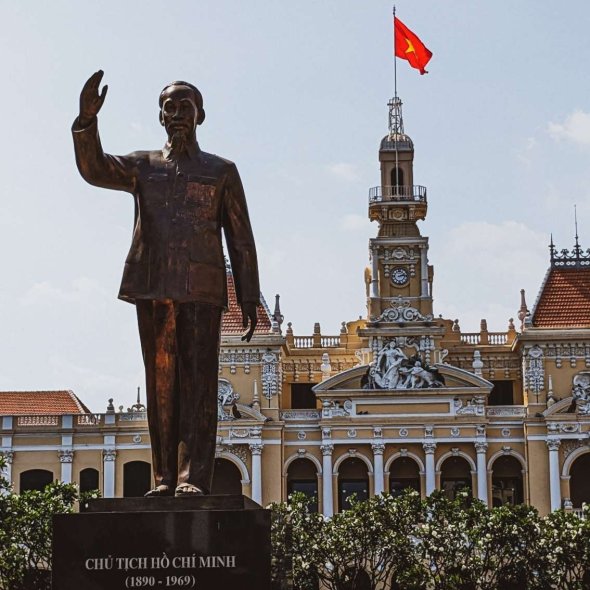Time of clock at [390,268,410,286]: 2:13
